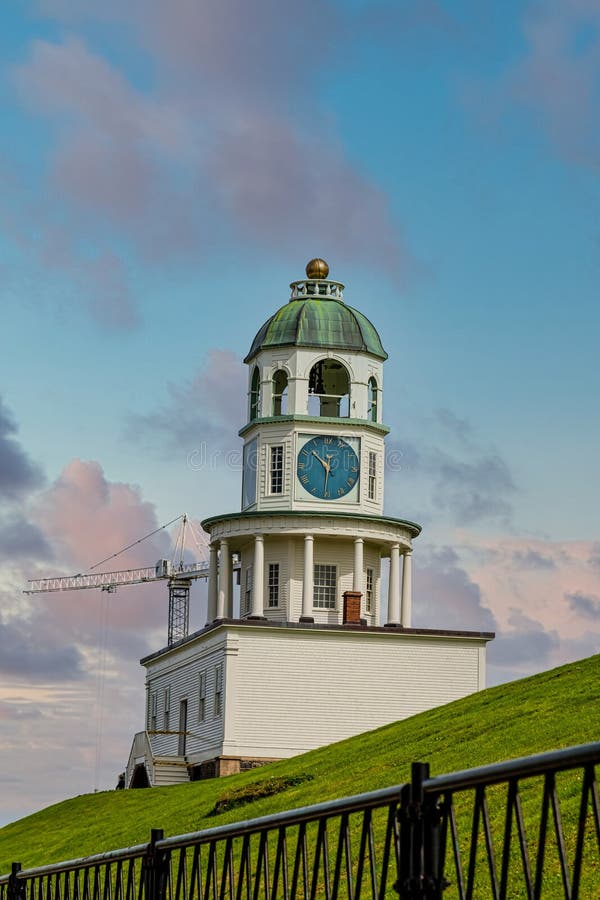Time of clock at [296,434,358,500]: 10:31
